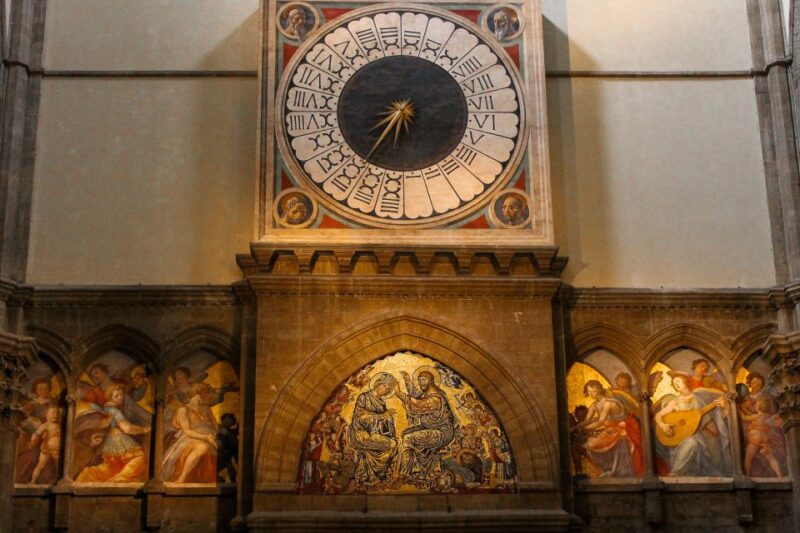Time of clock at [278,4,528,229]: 7:34
